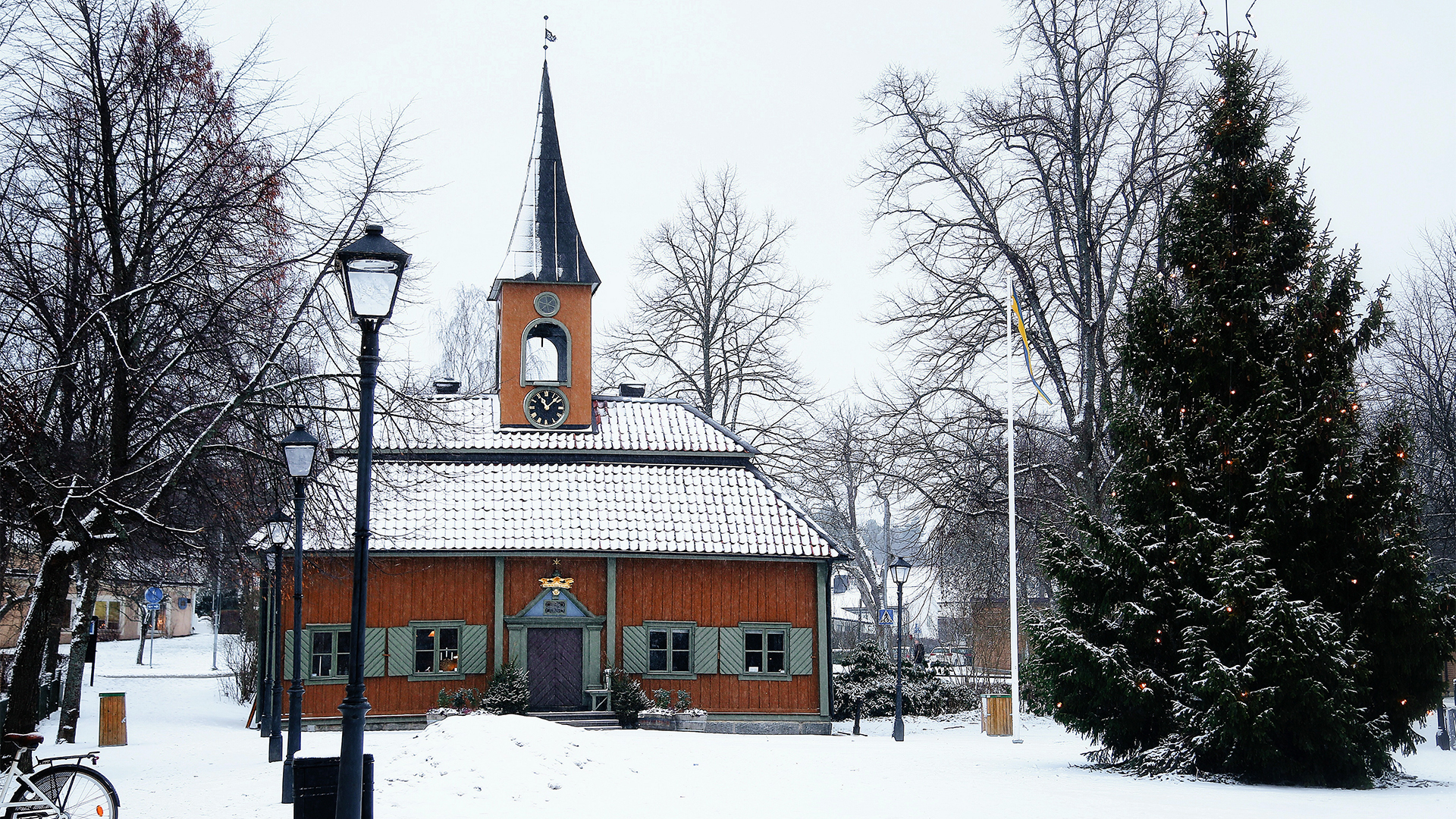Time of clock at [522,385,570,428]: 11:07
